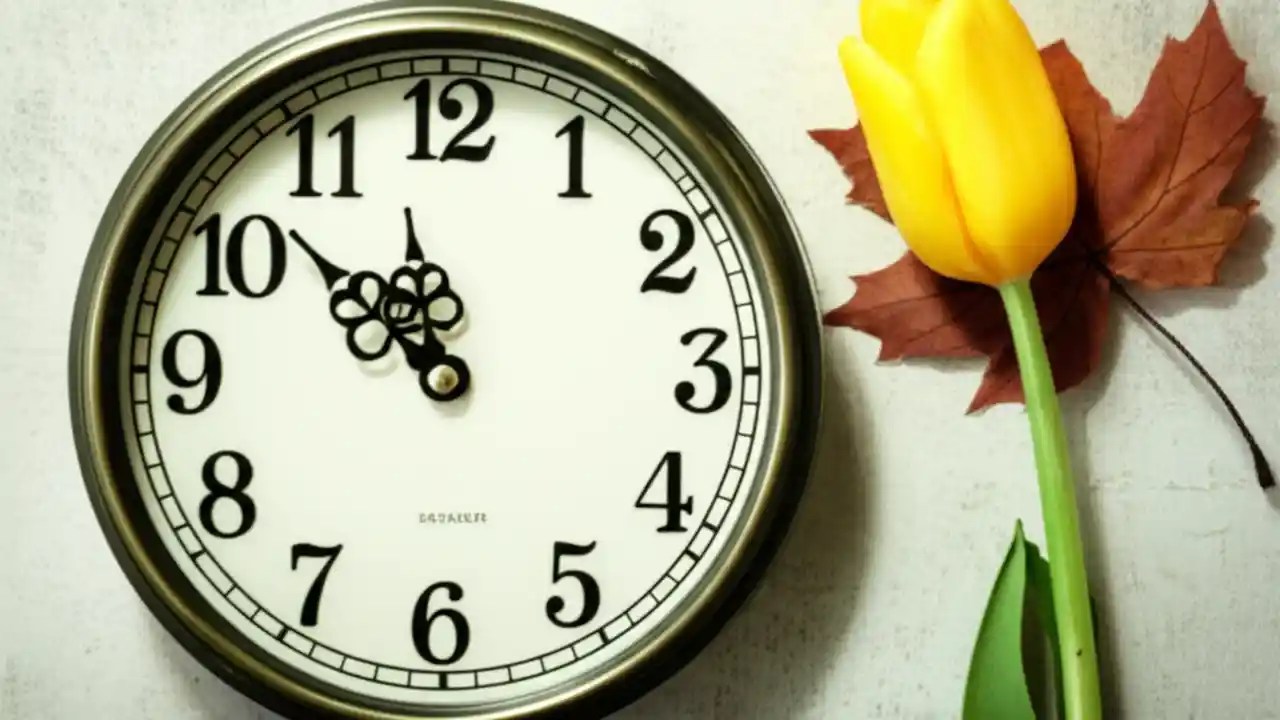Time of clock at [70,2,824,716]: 11:52
